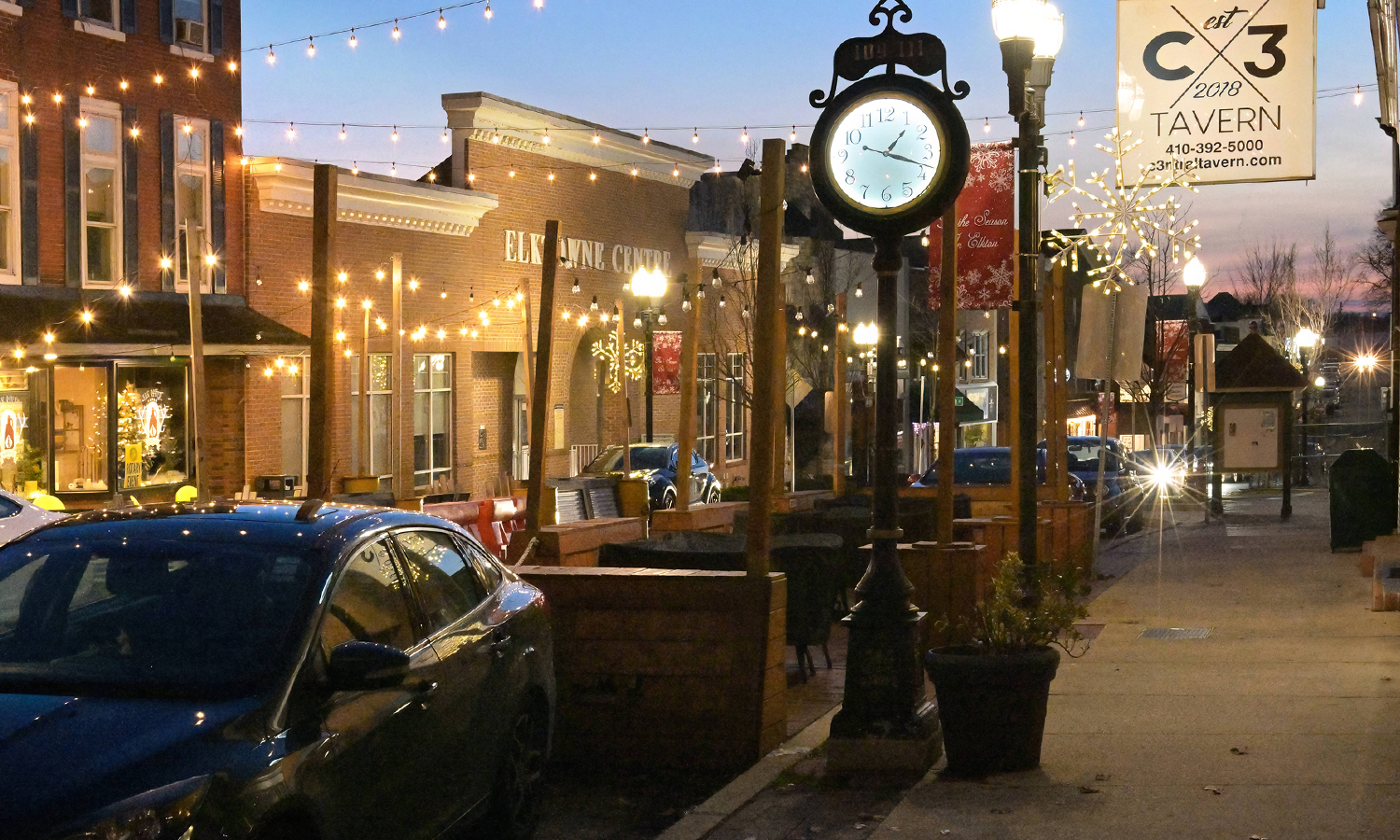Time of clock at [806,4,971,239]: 1:18
